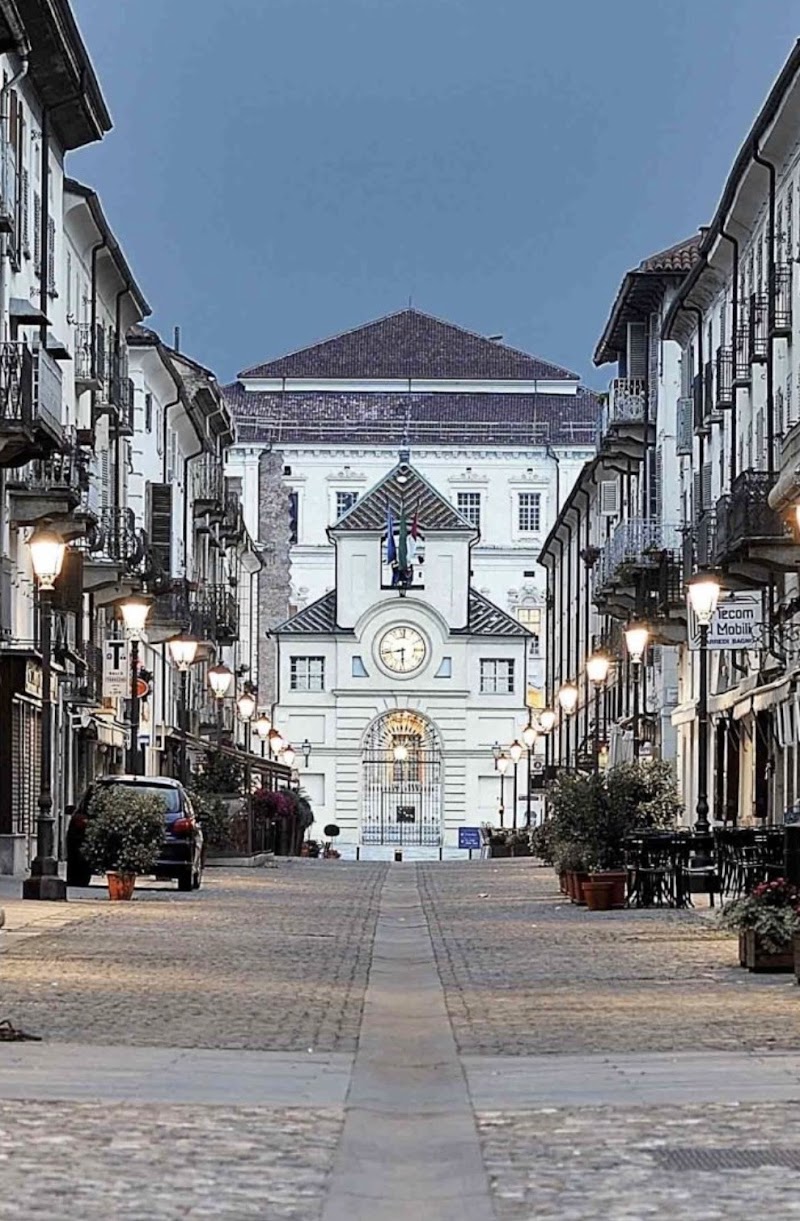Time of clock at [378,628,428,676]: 5:43
